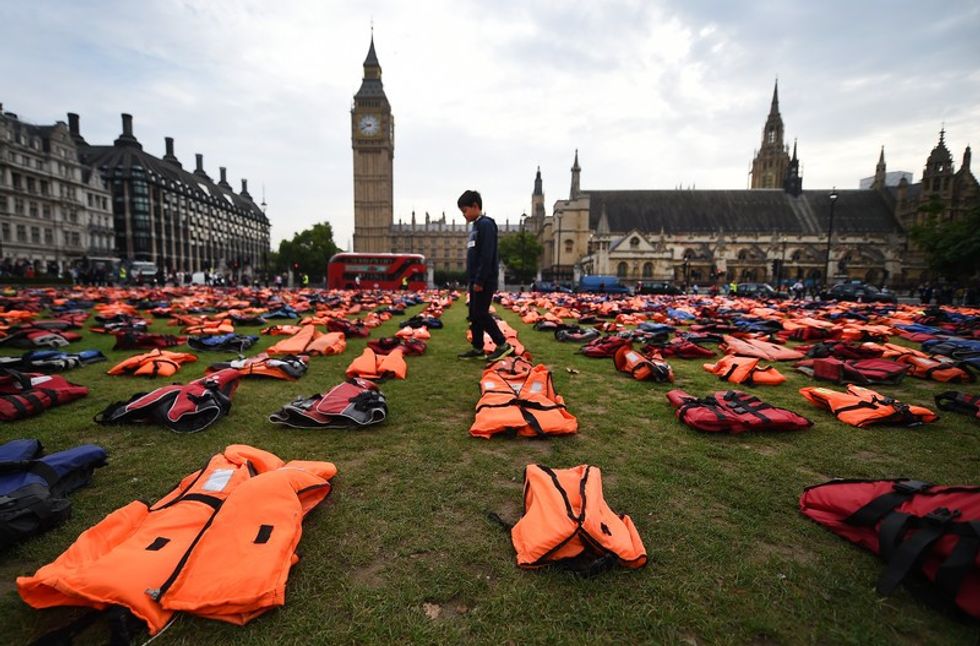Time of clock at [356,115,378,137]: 9:41
